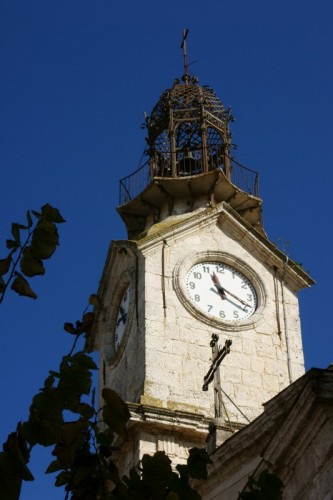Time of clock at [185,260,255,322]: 11:19
